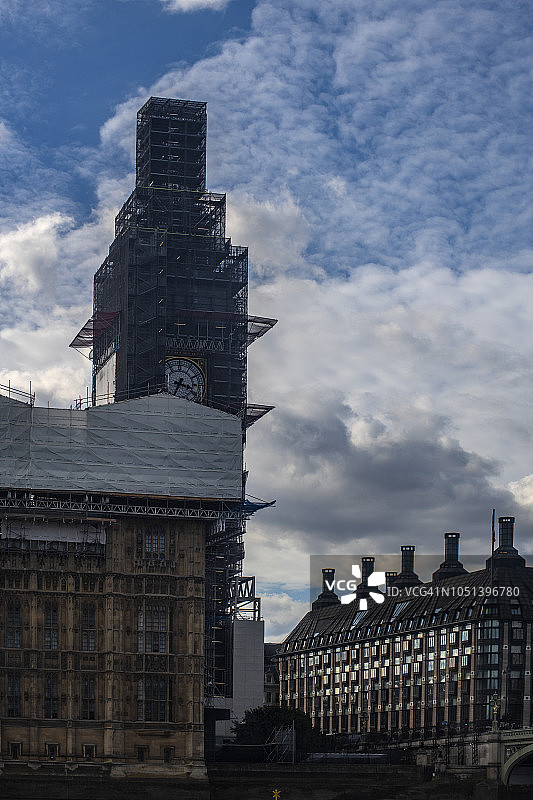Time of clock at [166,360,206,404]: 3:34
